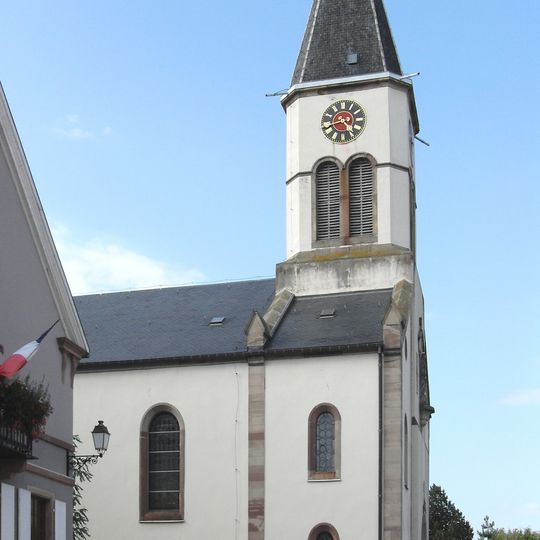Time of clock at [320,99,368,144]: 4:42
